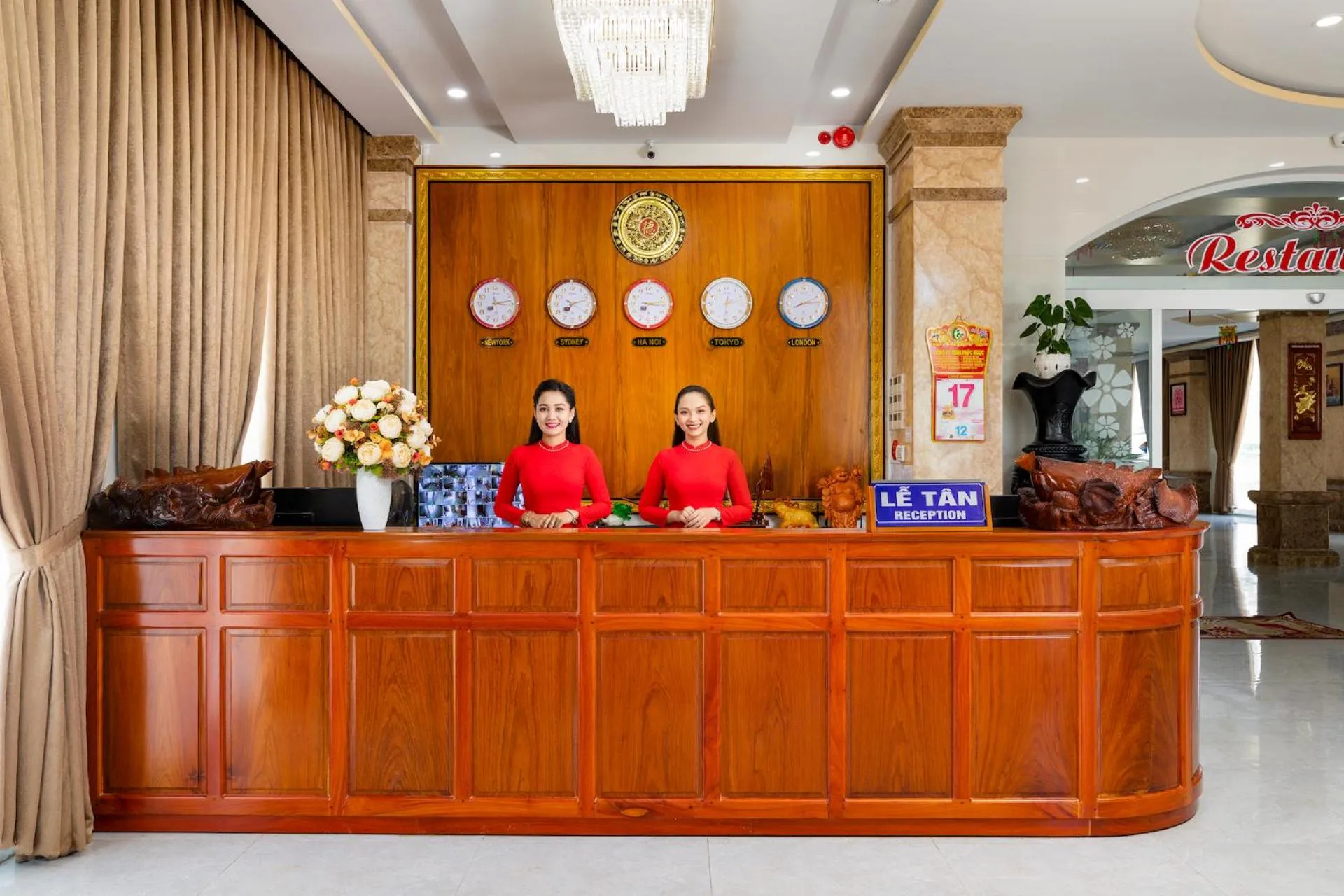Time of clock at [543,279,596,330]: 7:12
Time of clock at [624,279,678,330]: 3:12
